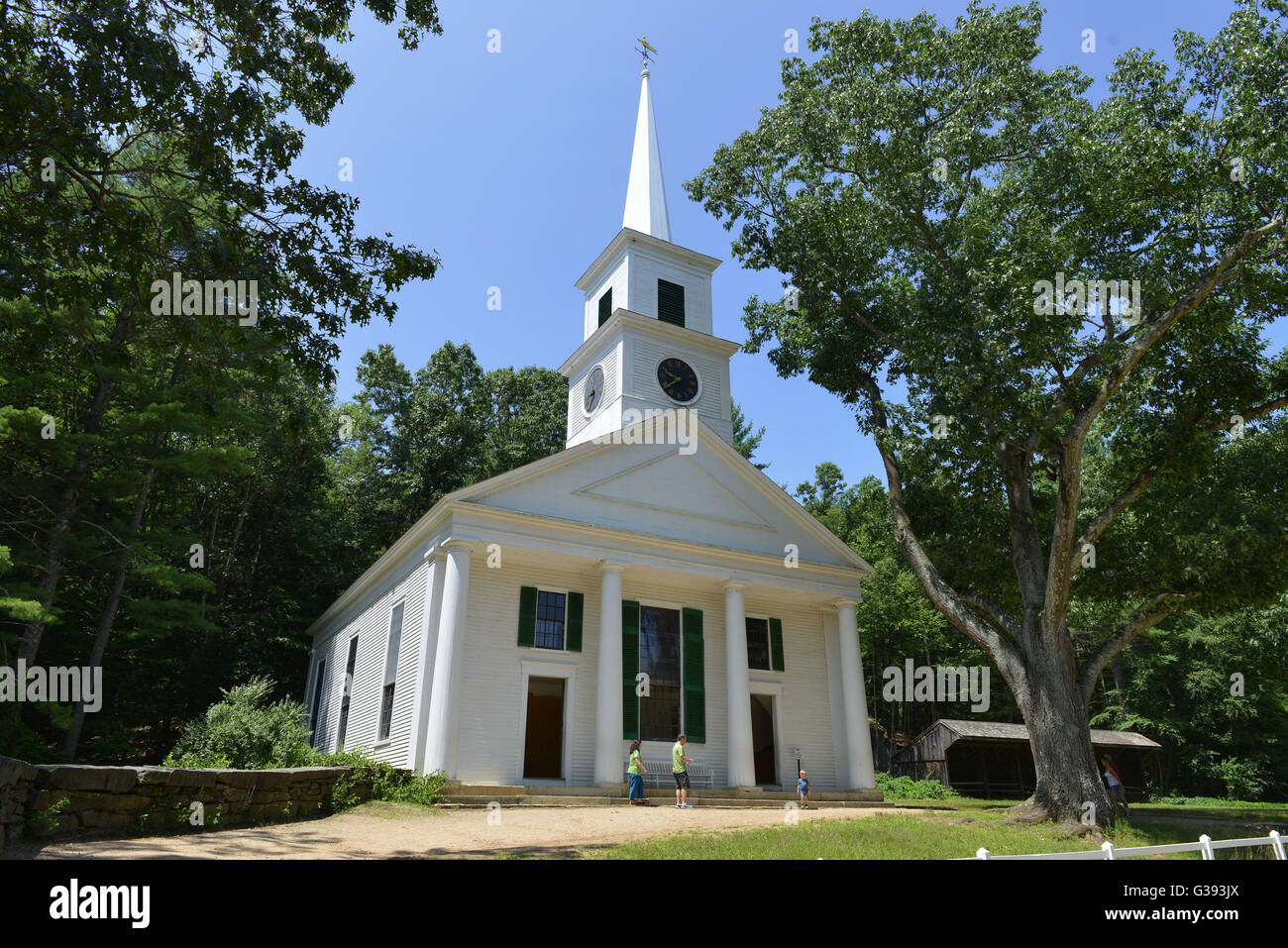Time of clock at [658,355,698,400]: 9:39
